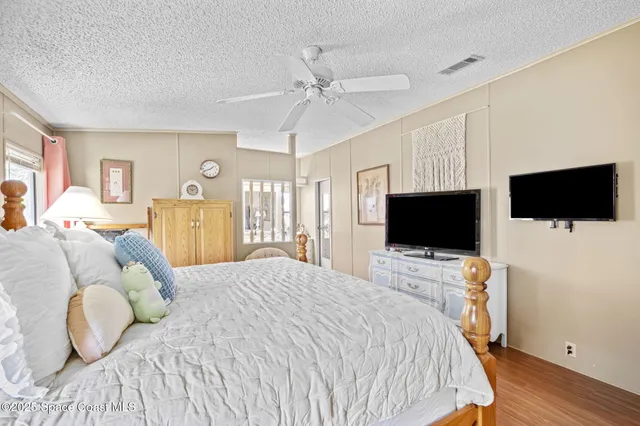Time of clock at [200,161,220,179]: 1:41
